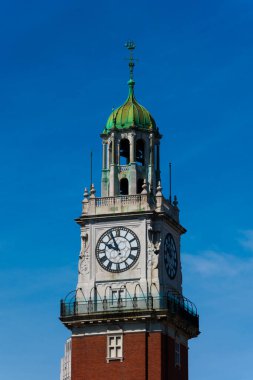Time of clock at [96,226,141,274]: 9:55
